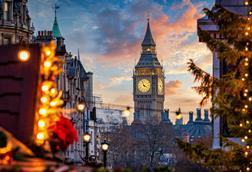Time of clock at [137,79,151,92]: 3:57
